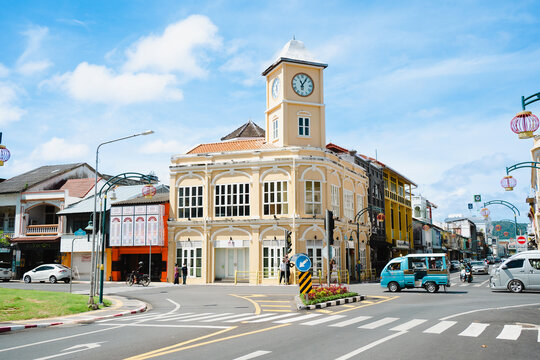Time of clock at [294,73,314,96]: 11:05
